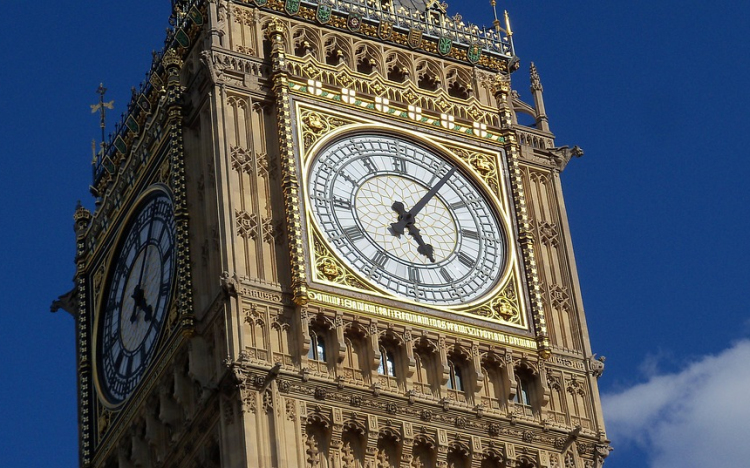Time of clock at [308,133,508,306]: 5:06
